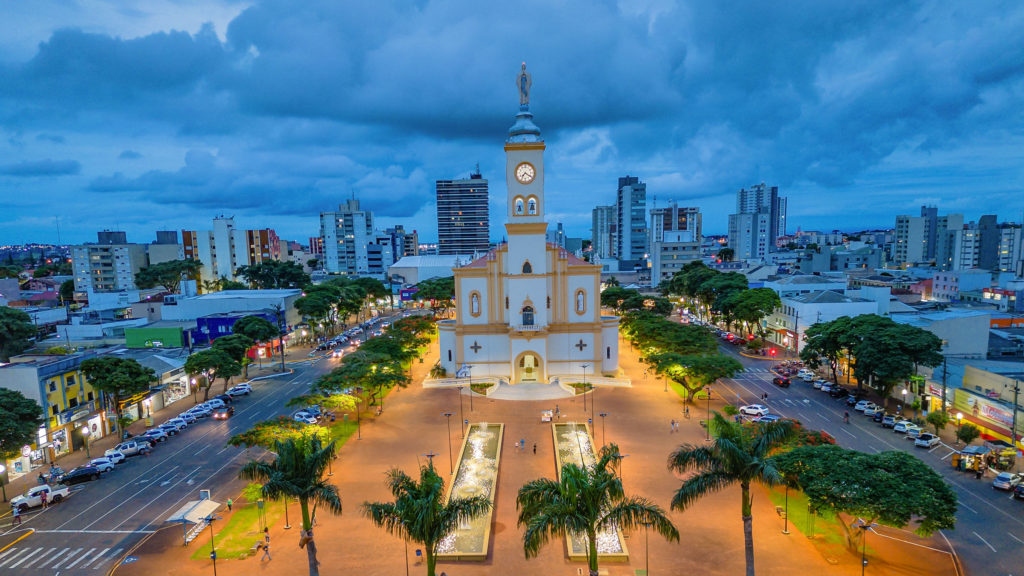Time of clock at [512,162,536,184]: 7:20
